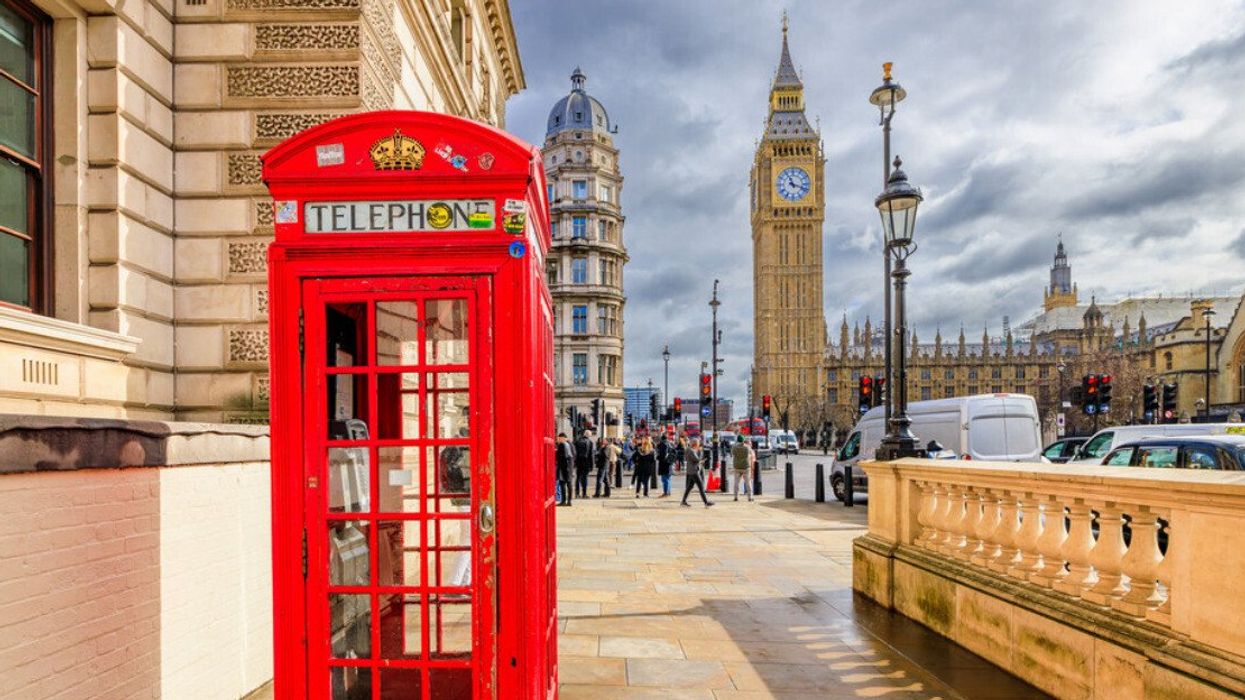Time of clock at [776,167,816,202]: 11:18
